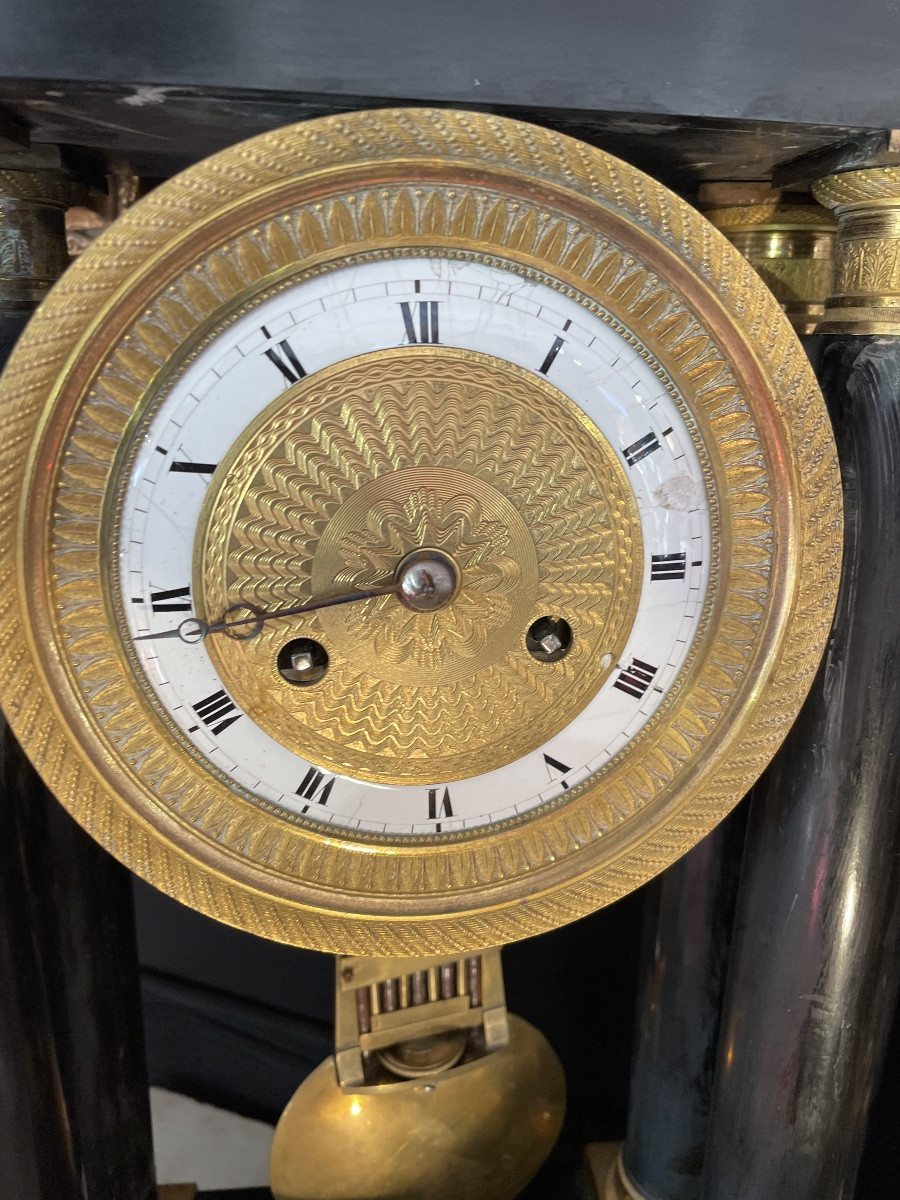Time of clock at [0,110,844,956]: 8:43
